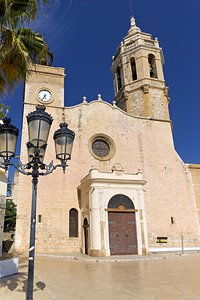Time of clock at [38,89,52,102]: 5:35
